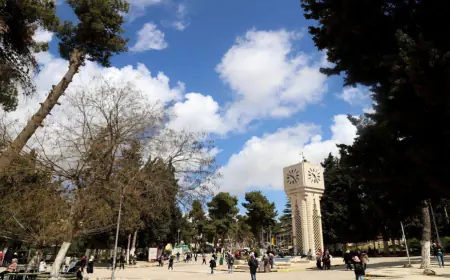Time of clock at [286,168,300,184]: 9:25
